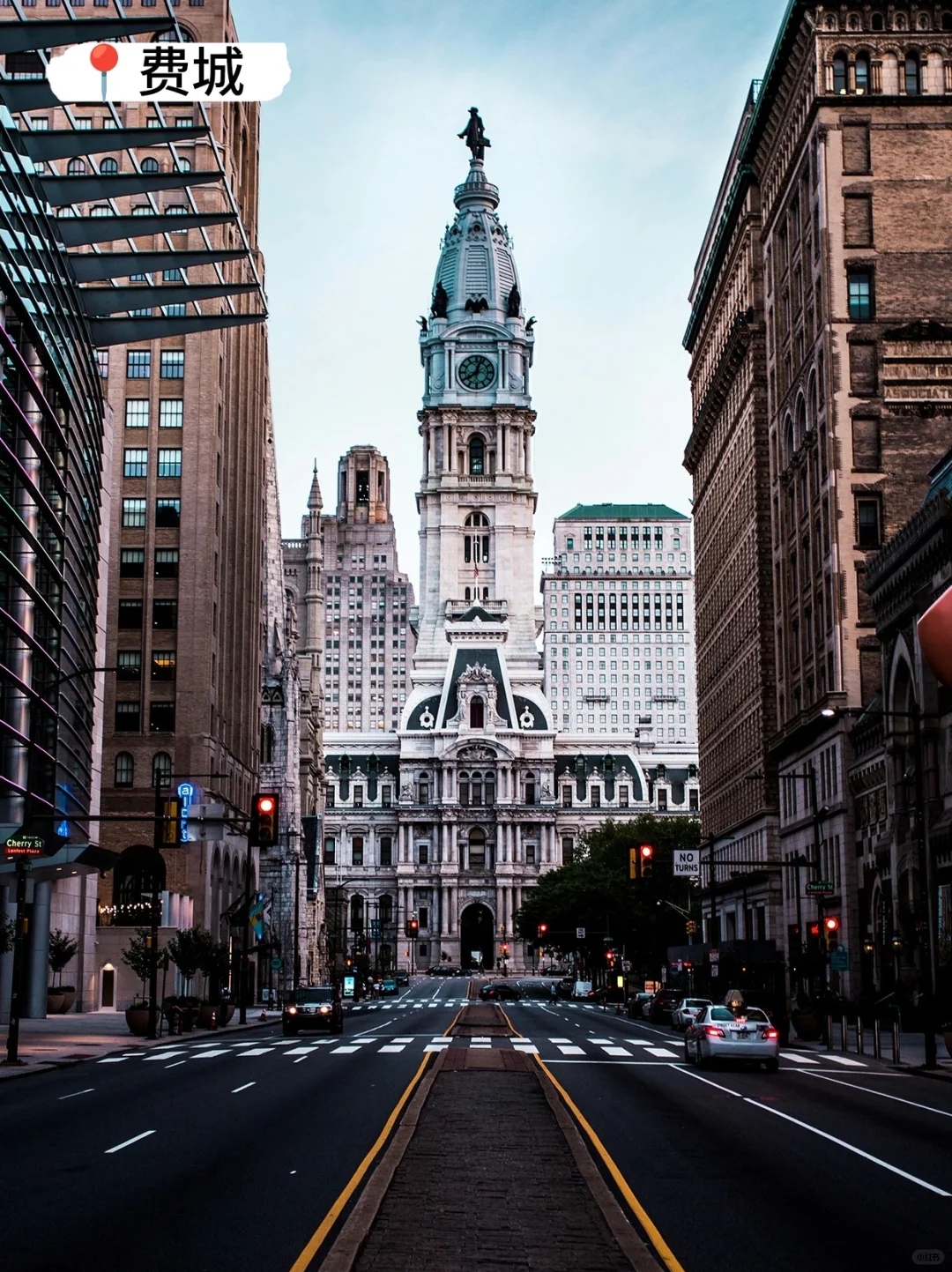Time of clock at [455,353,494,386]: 8:02
